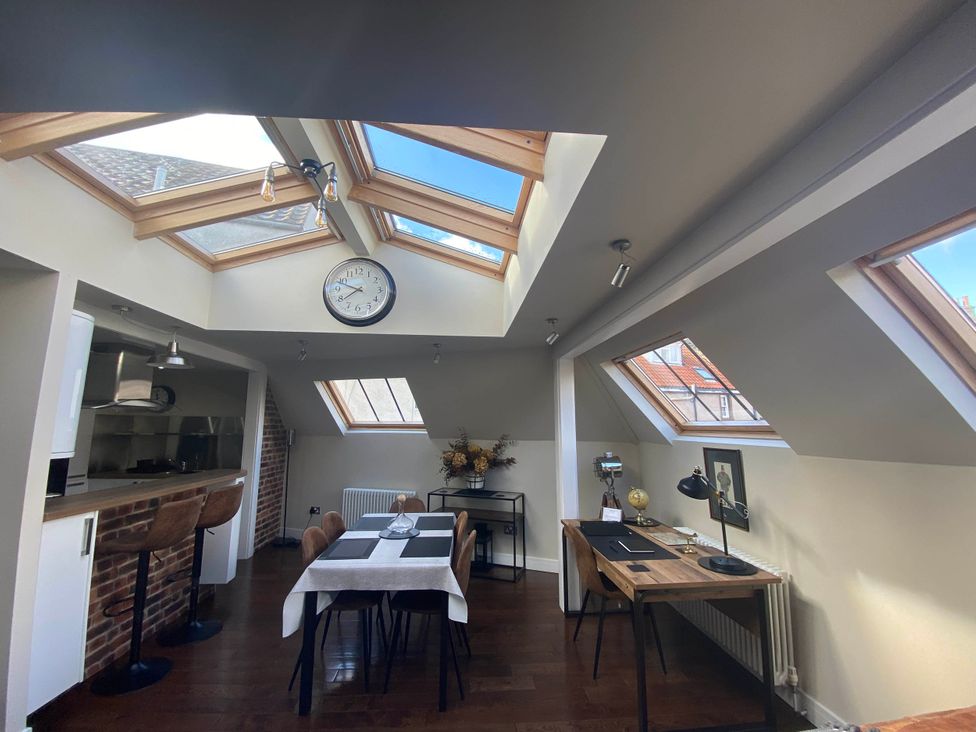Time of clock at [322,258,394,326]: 7:48
